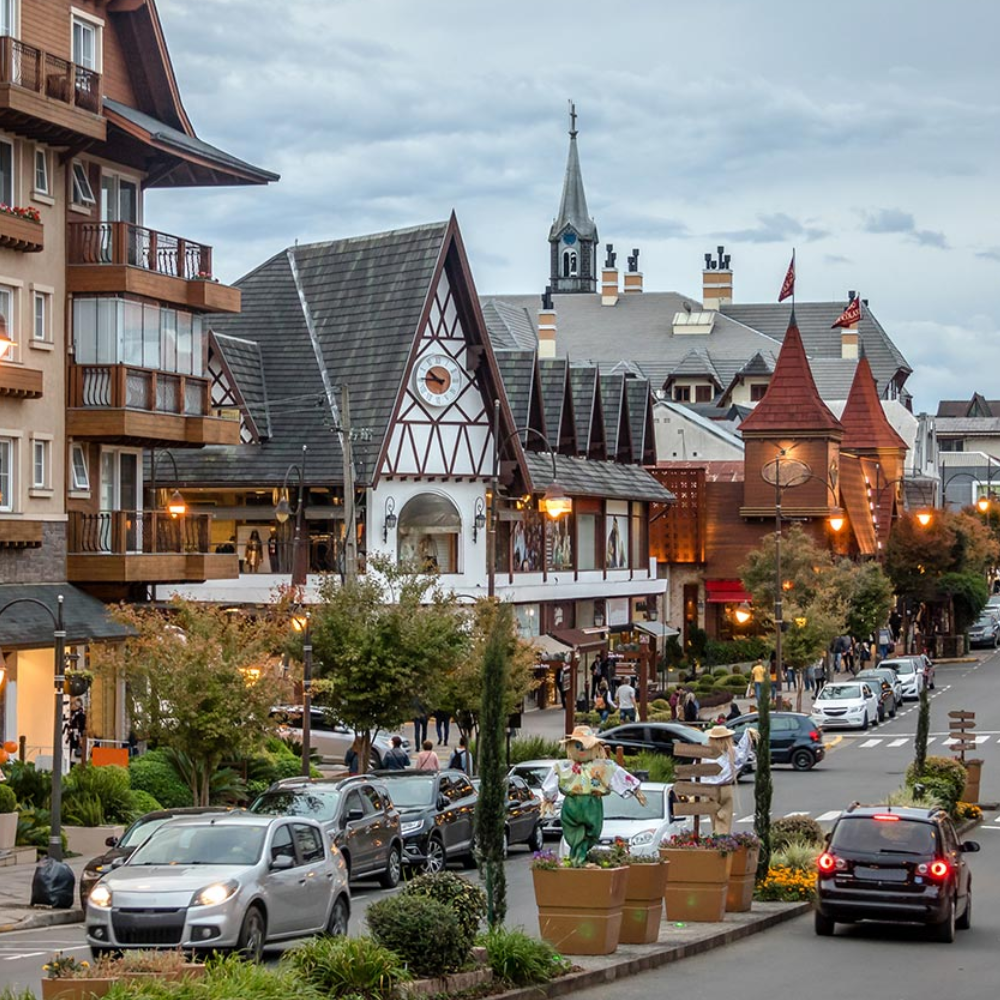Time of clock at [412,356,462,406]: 10:45
